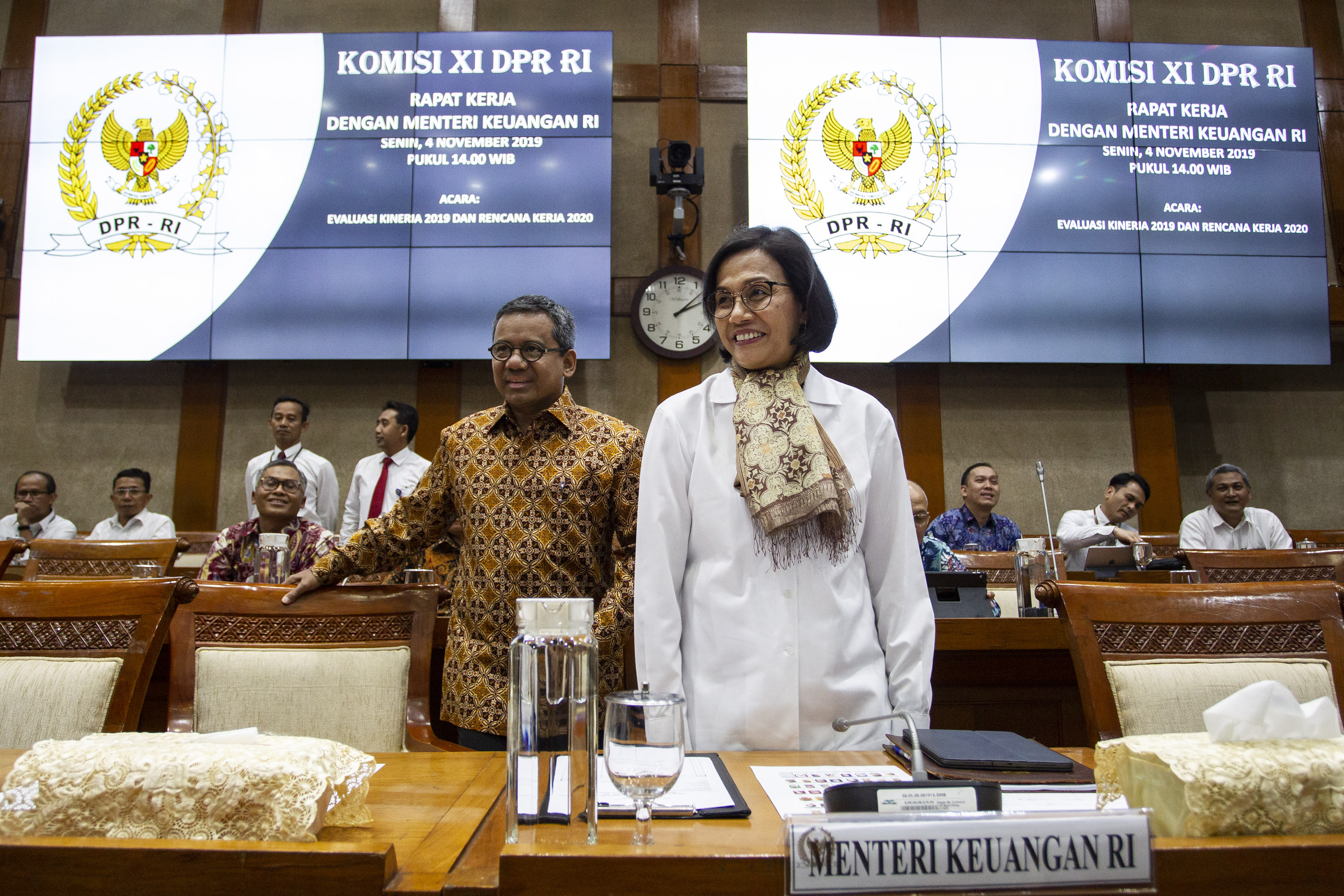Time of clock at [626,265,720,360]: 2:08
